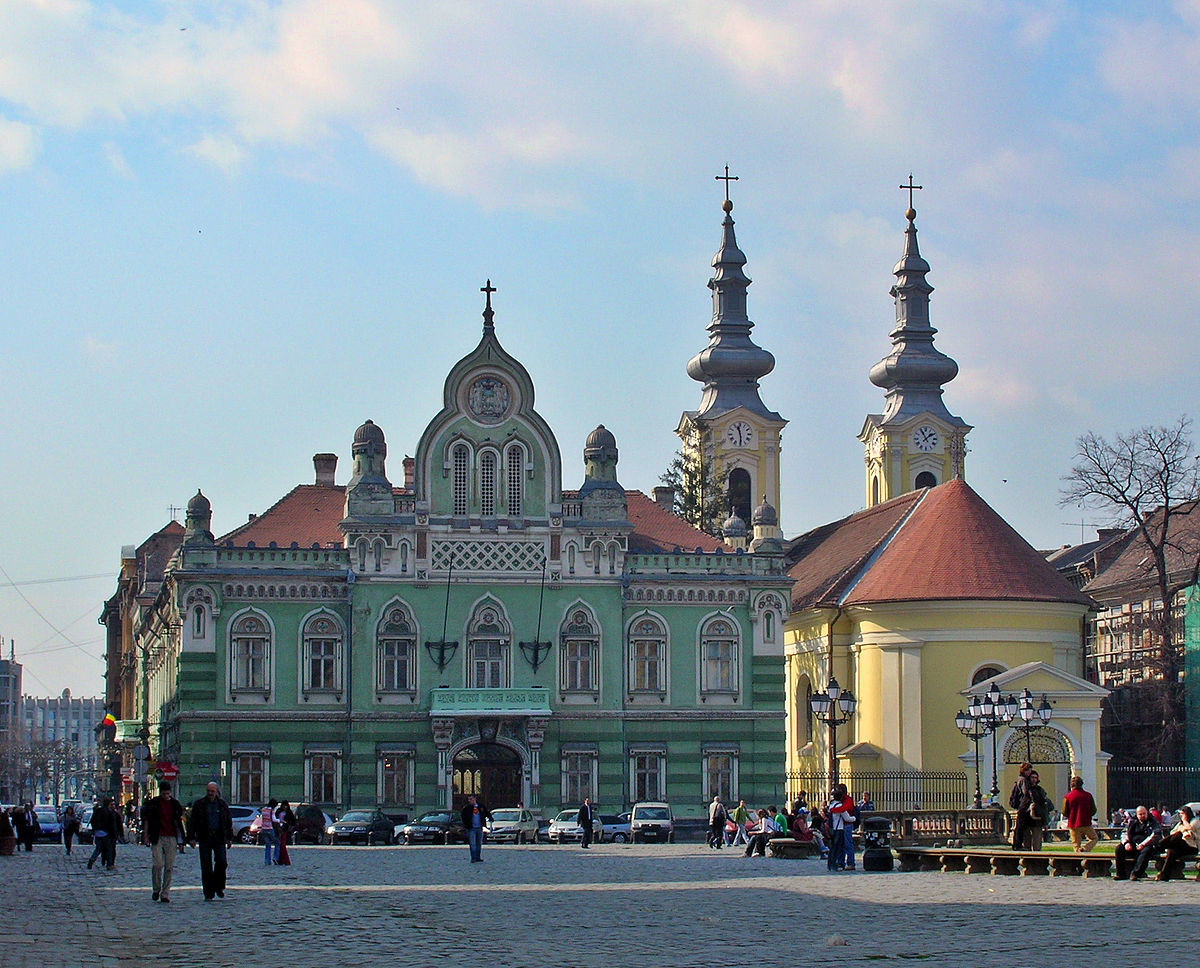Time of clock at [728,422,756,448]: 11:29
